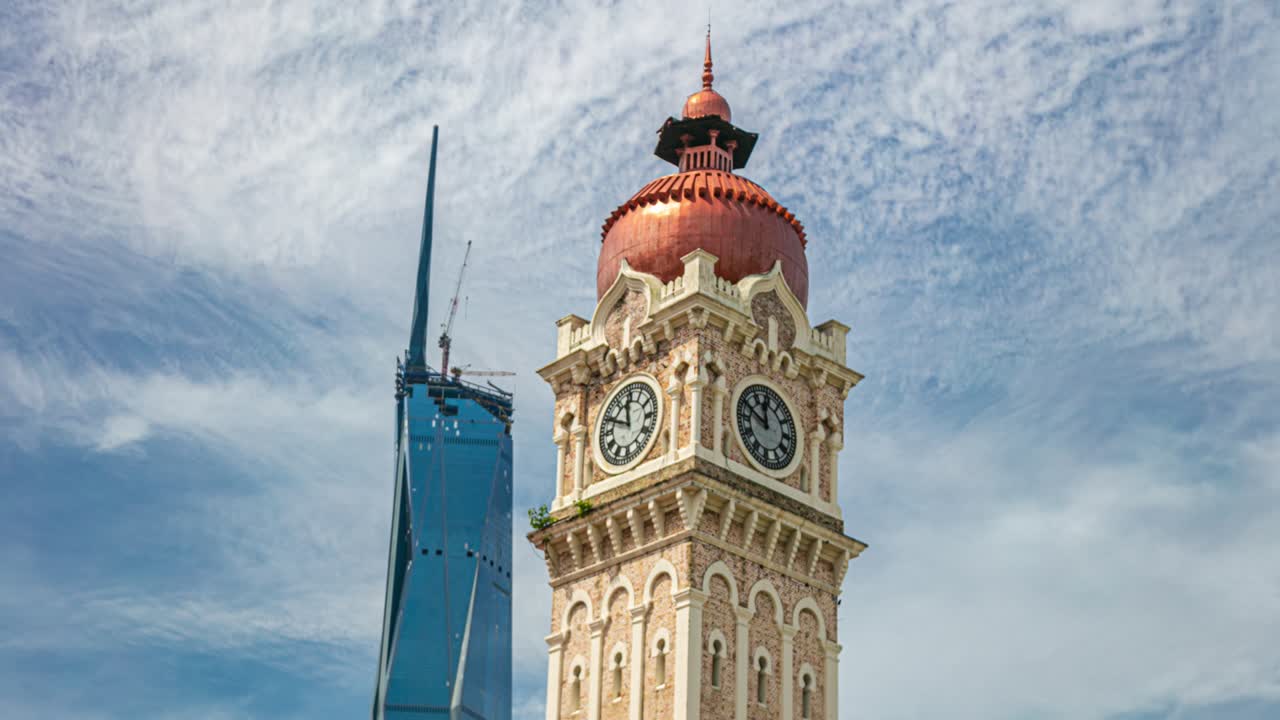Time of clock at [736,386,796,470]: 11:48
